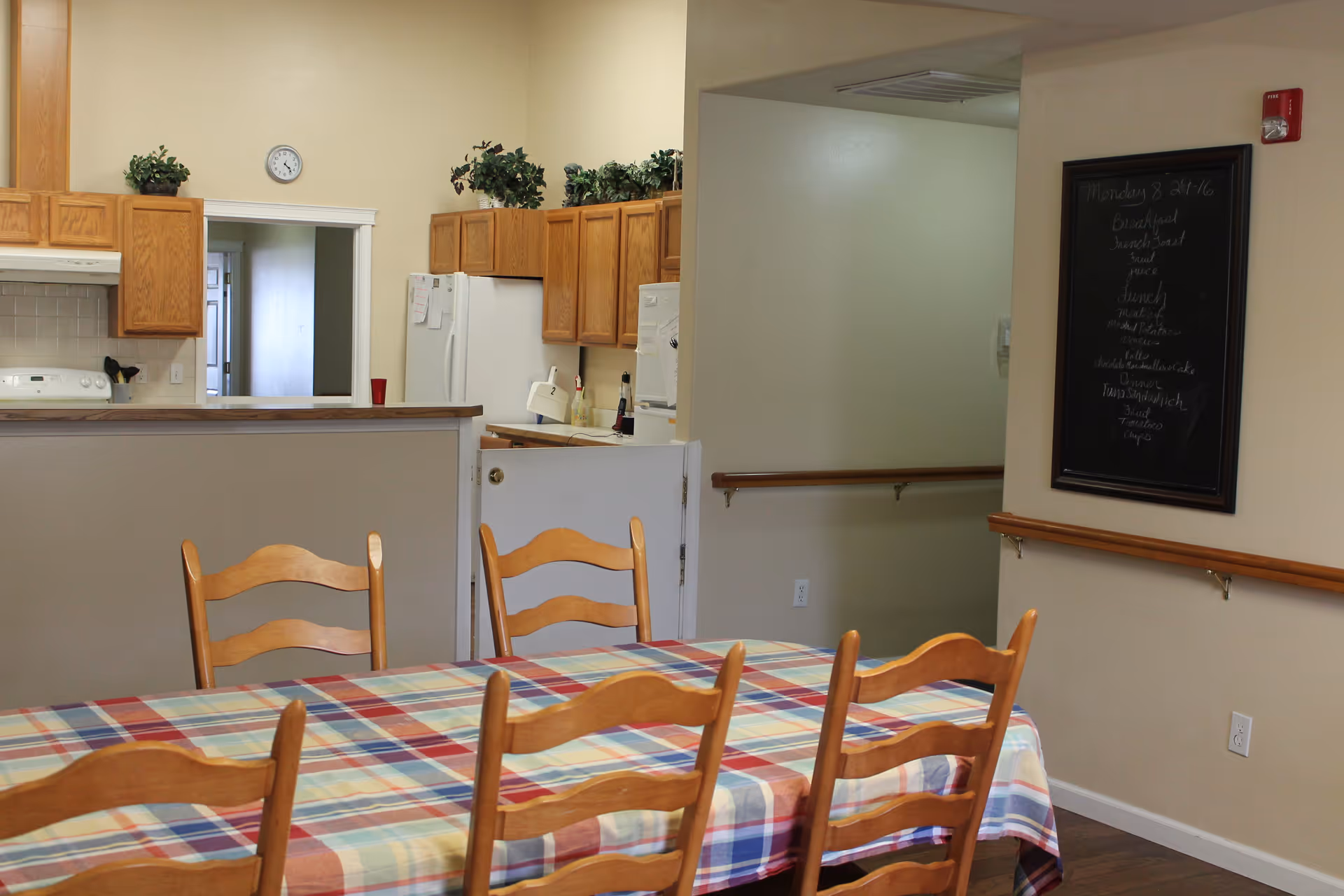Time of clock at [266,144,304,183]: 4:23
